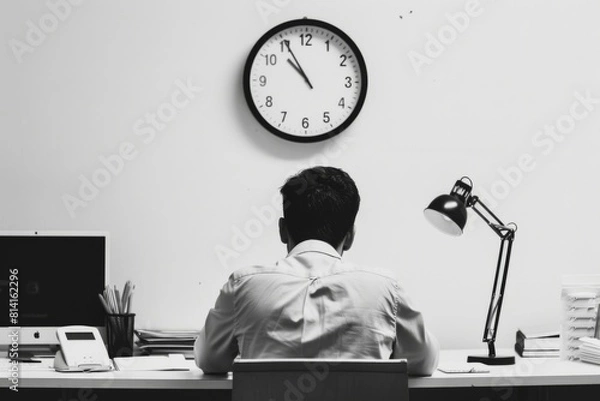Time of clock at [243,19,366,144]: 10:55
